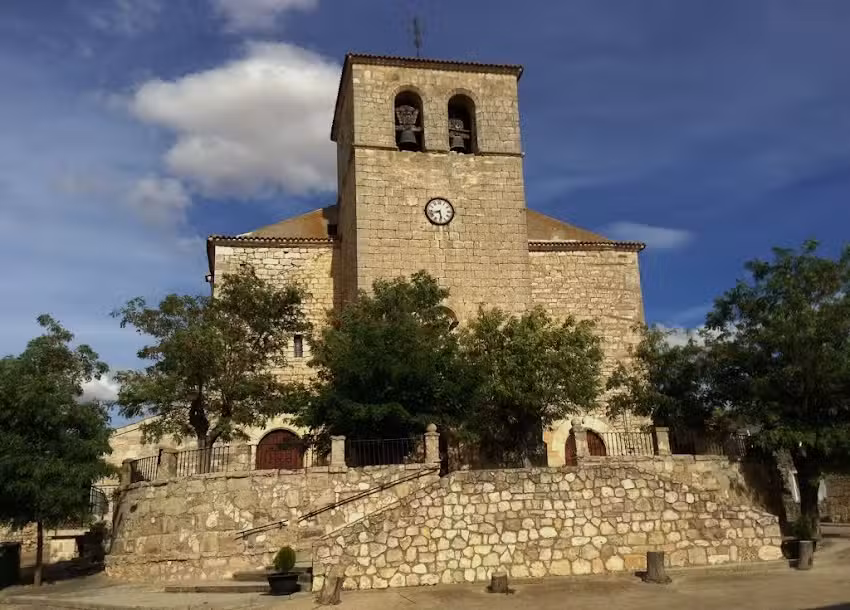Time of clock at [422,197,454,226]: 5:42
